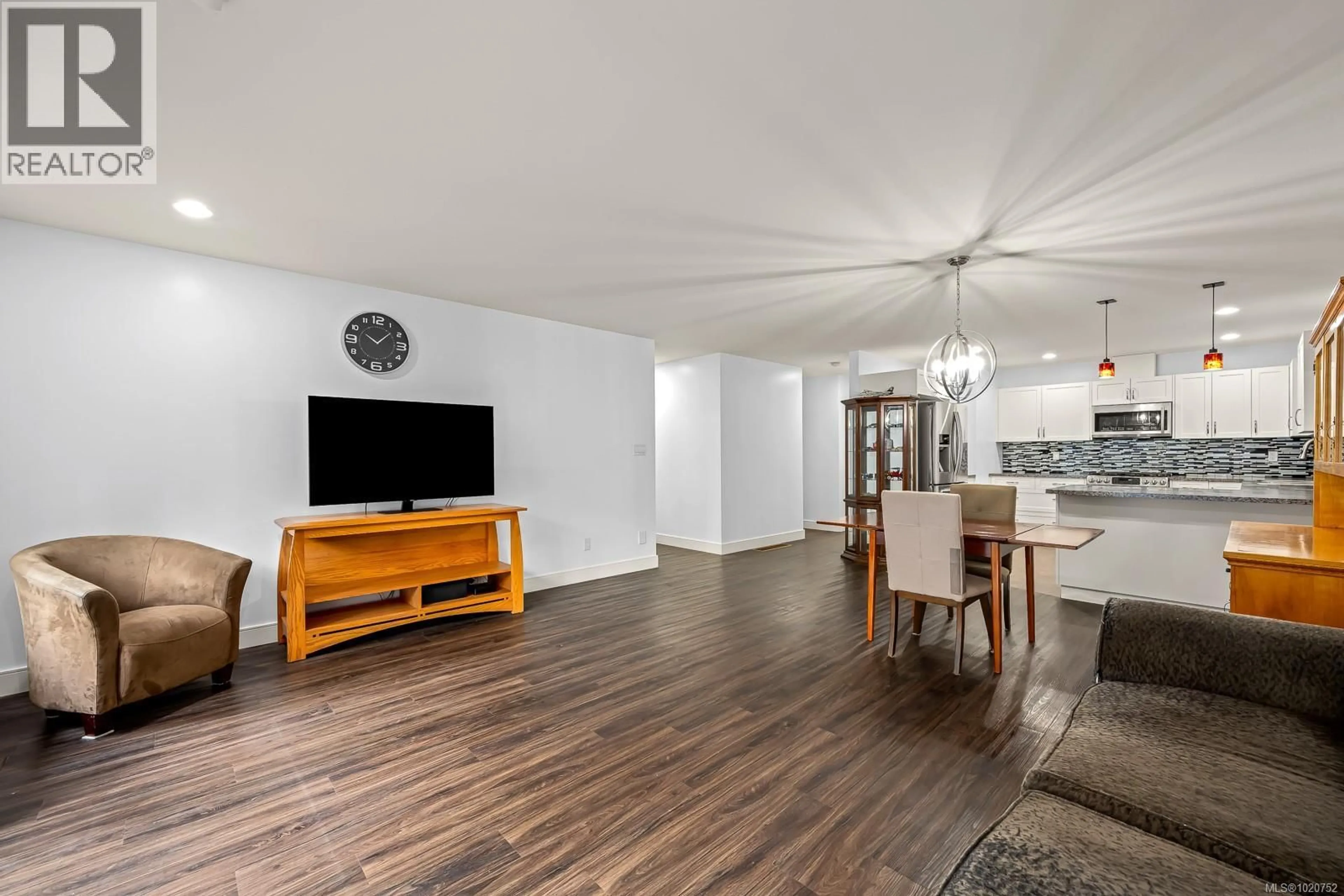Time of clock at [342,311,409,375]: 10:07
